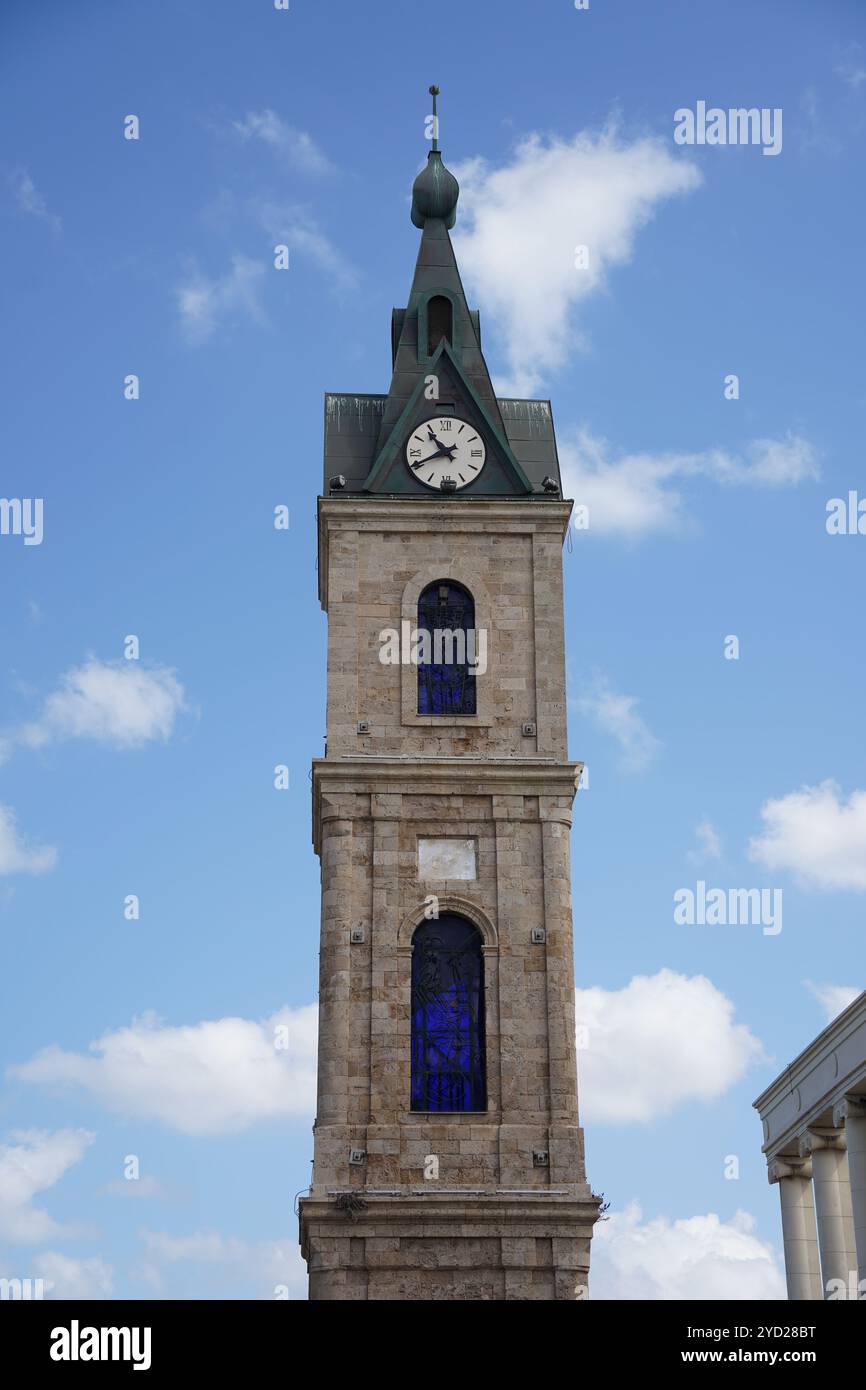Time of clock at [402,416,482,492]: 10:40
